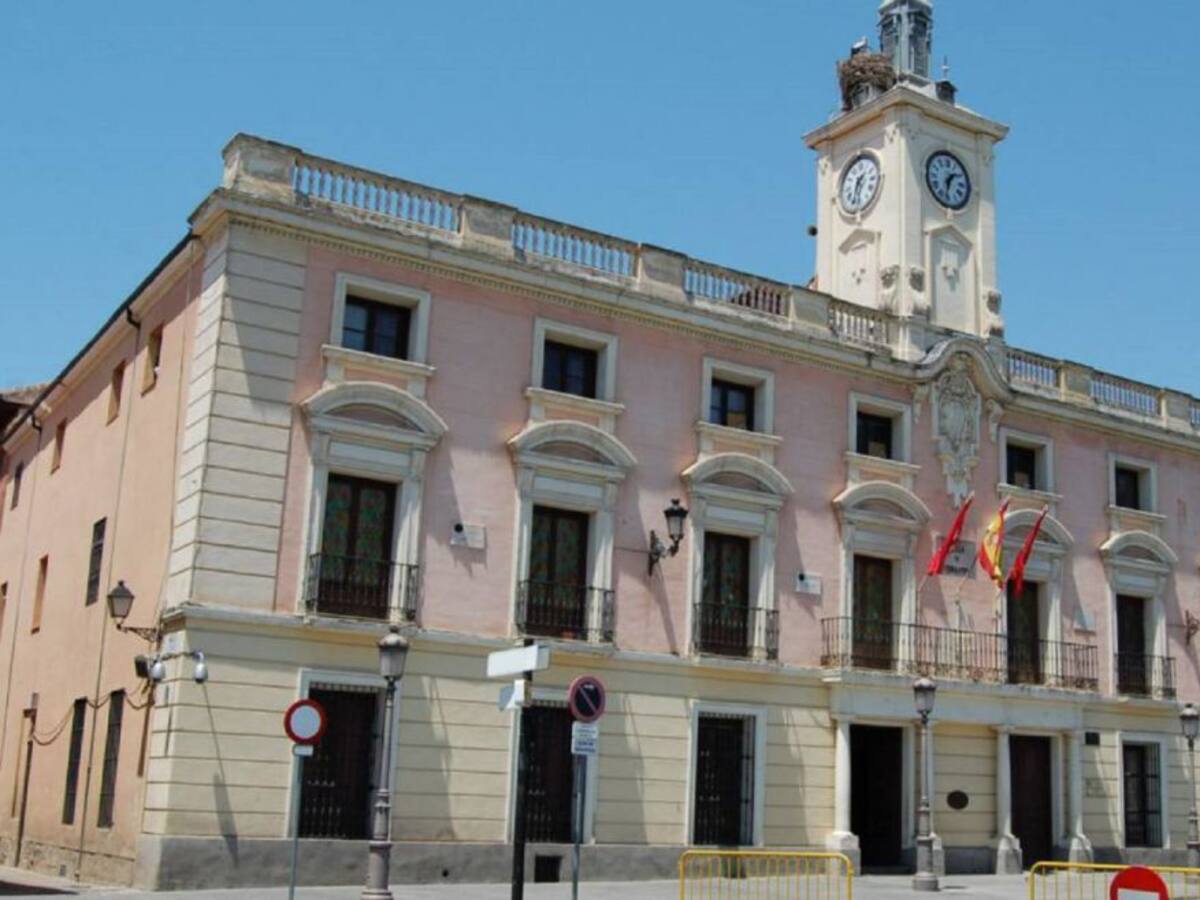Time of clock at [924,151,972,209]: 1:32
